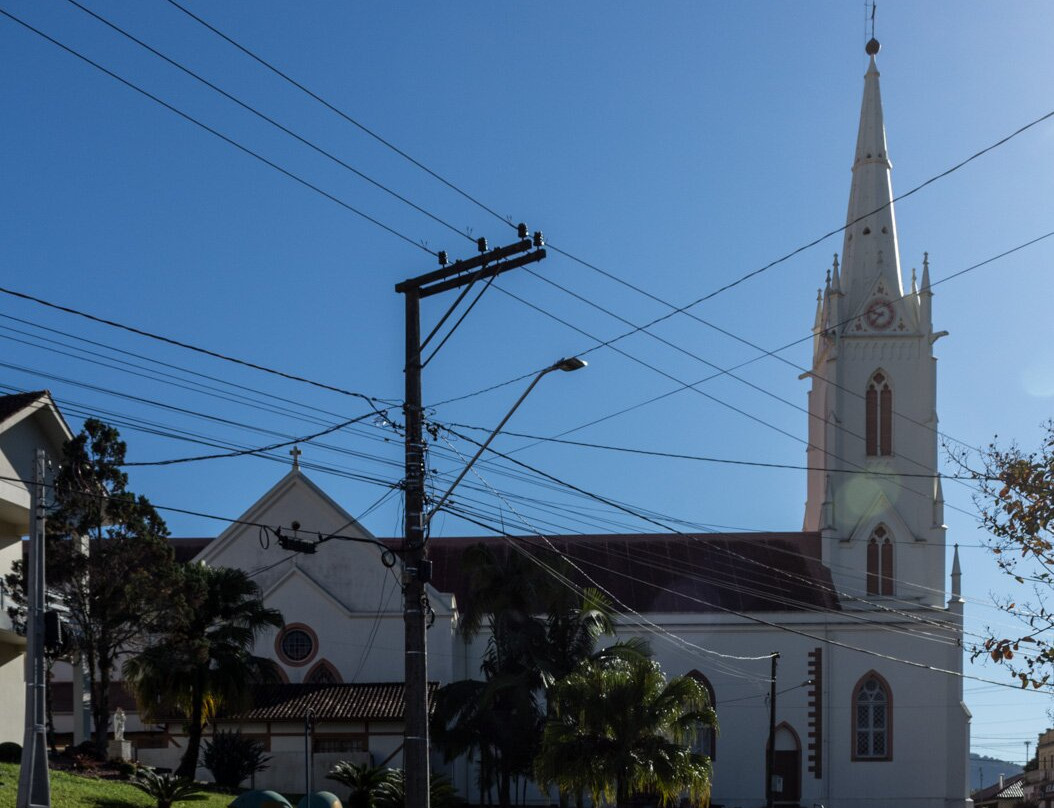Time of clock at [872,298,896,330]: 9:38
